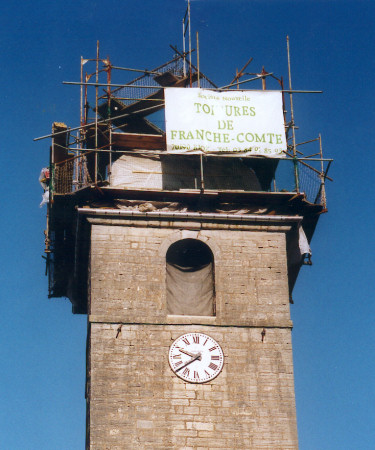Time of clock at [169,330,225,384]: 9:38
